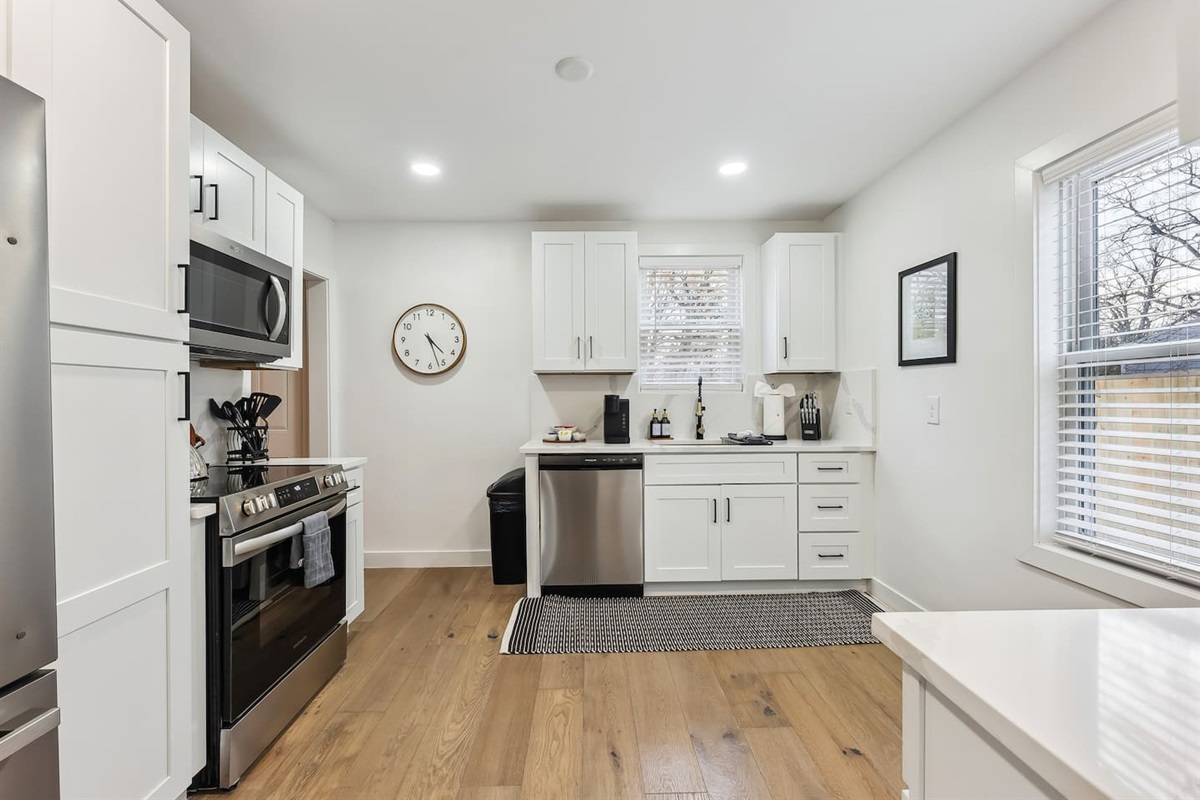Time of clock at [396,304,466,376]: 4:26
